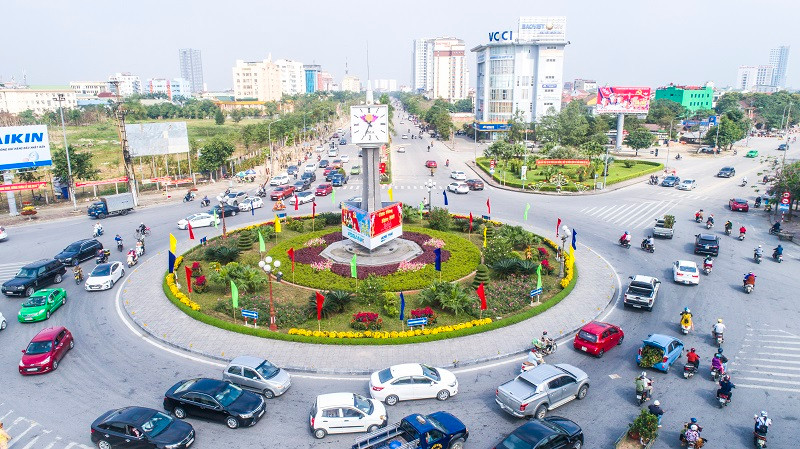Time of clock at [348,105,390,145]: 10:34
